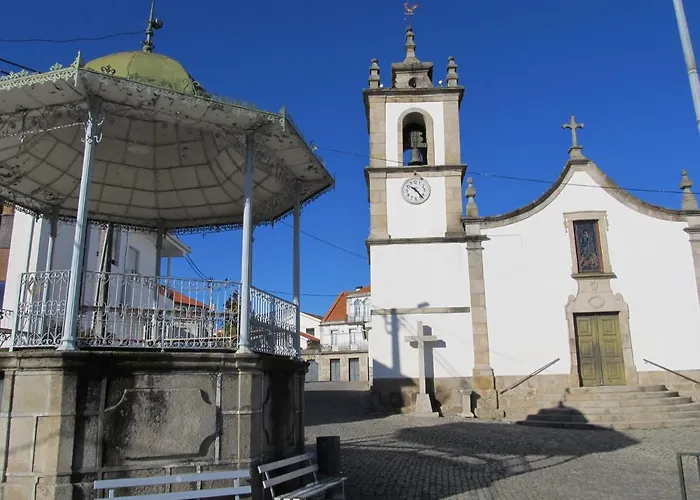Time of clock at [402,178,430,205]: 10:23
